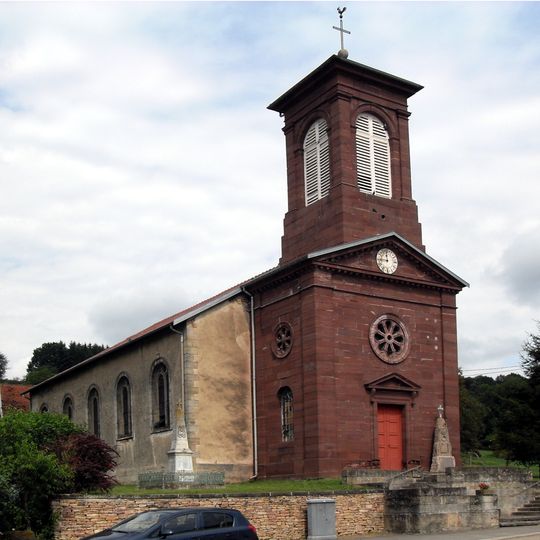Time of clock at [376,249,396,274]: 11:44
